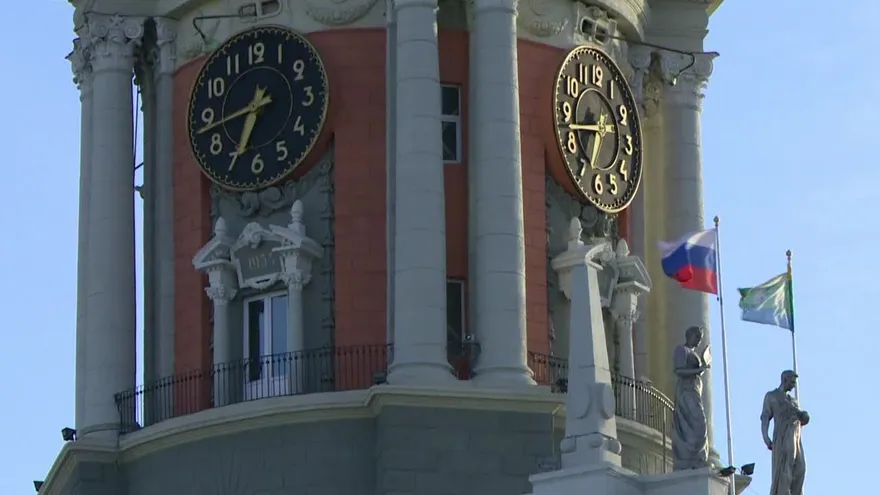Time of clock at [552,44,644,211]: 6:42
